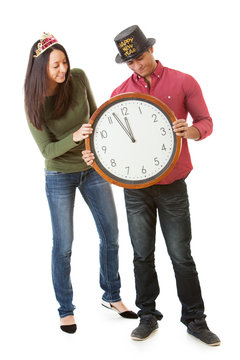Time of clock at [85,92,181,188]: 11:56
